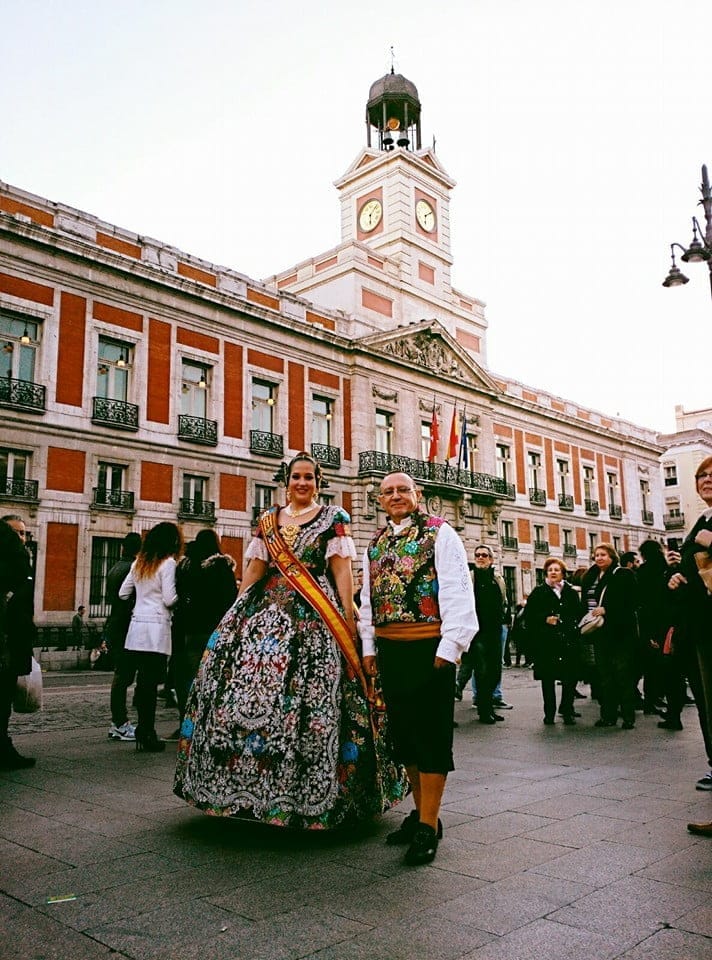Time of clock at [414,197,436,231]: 6:10
